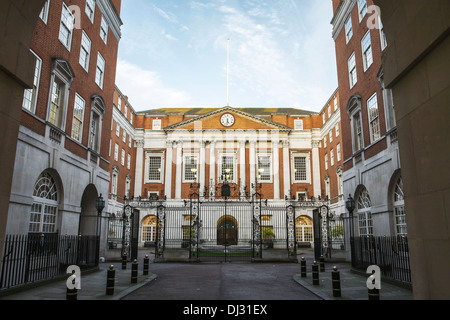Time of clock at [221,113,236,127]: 5:31
